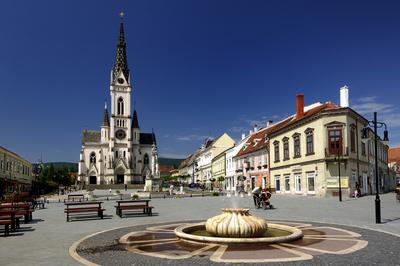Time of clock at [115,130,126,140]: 9:01
